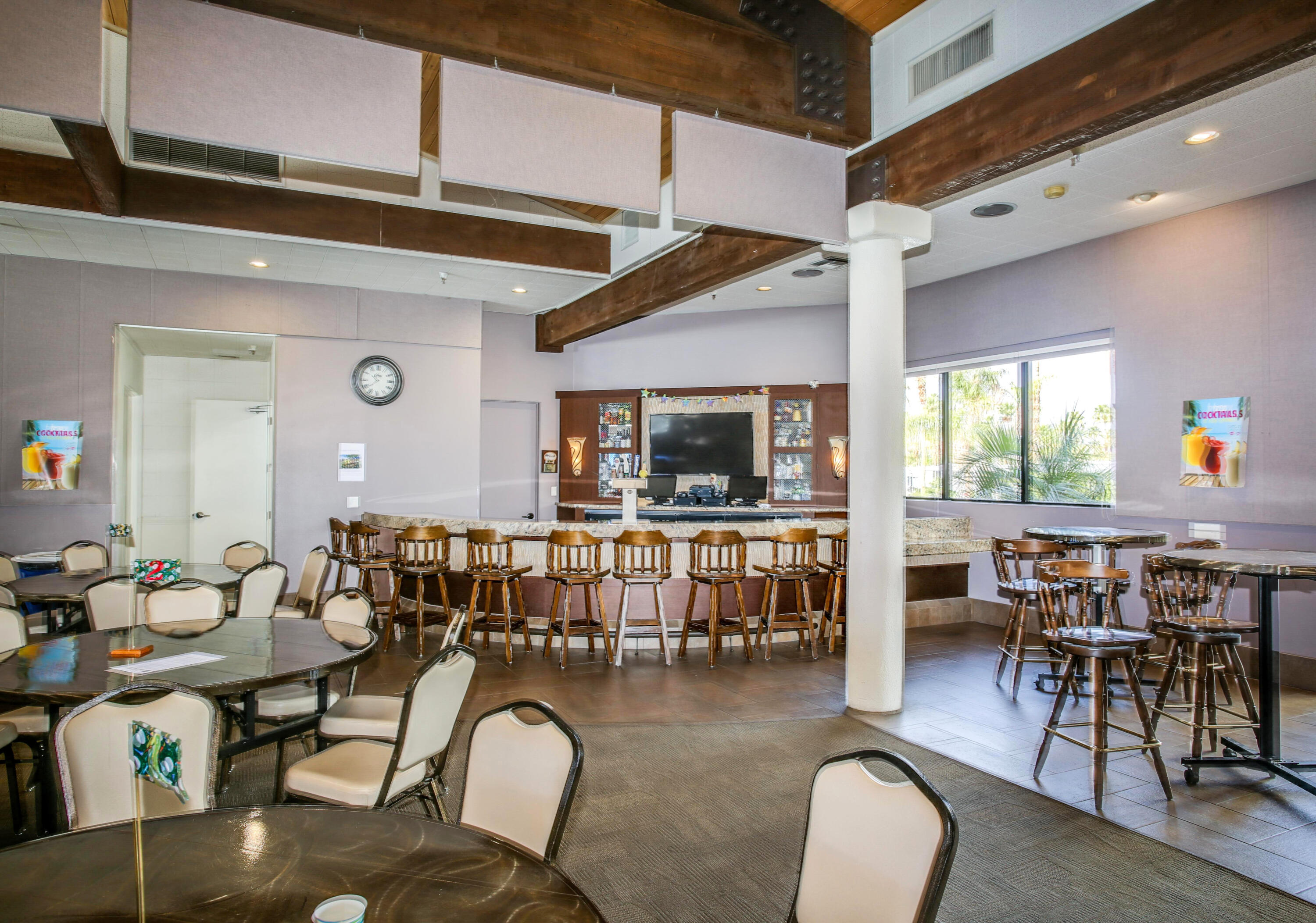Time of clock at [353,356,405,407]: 10:37
